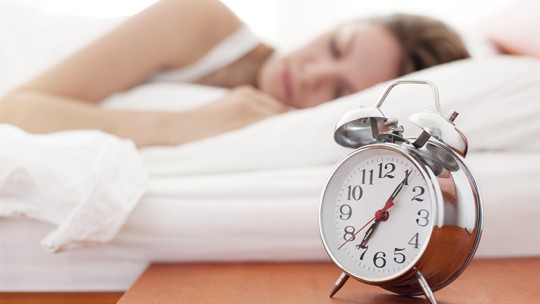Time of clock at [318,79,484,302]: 7:06
